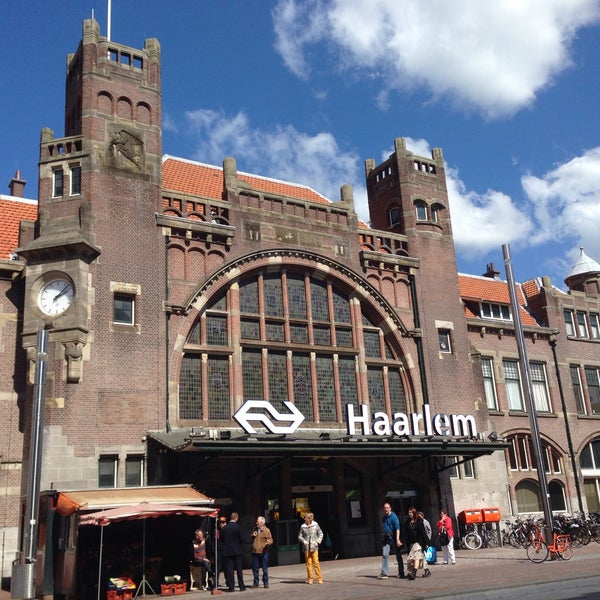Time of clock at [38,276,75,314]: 2:07
